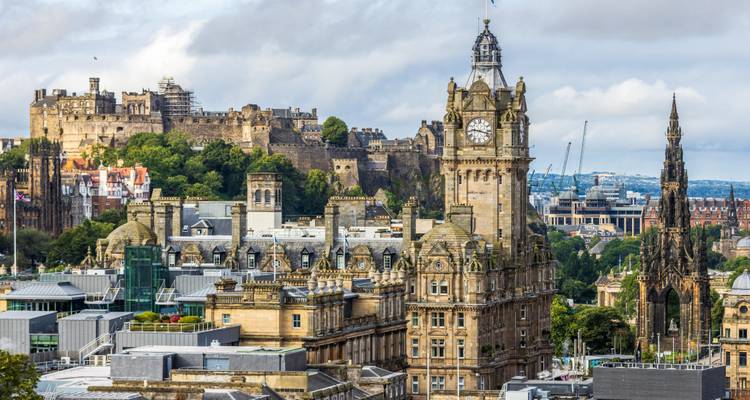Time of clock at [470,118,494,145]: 9:17
